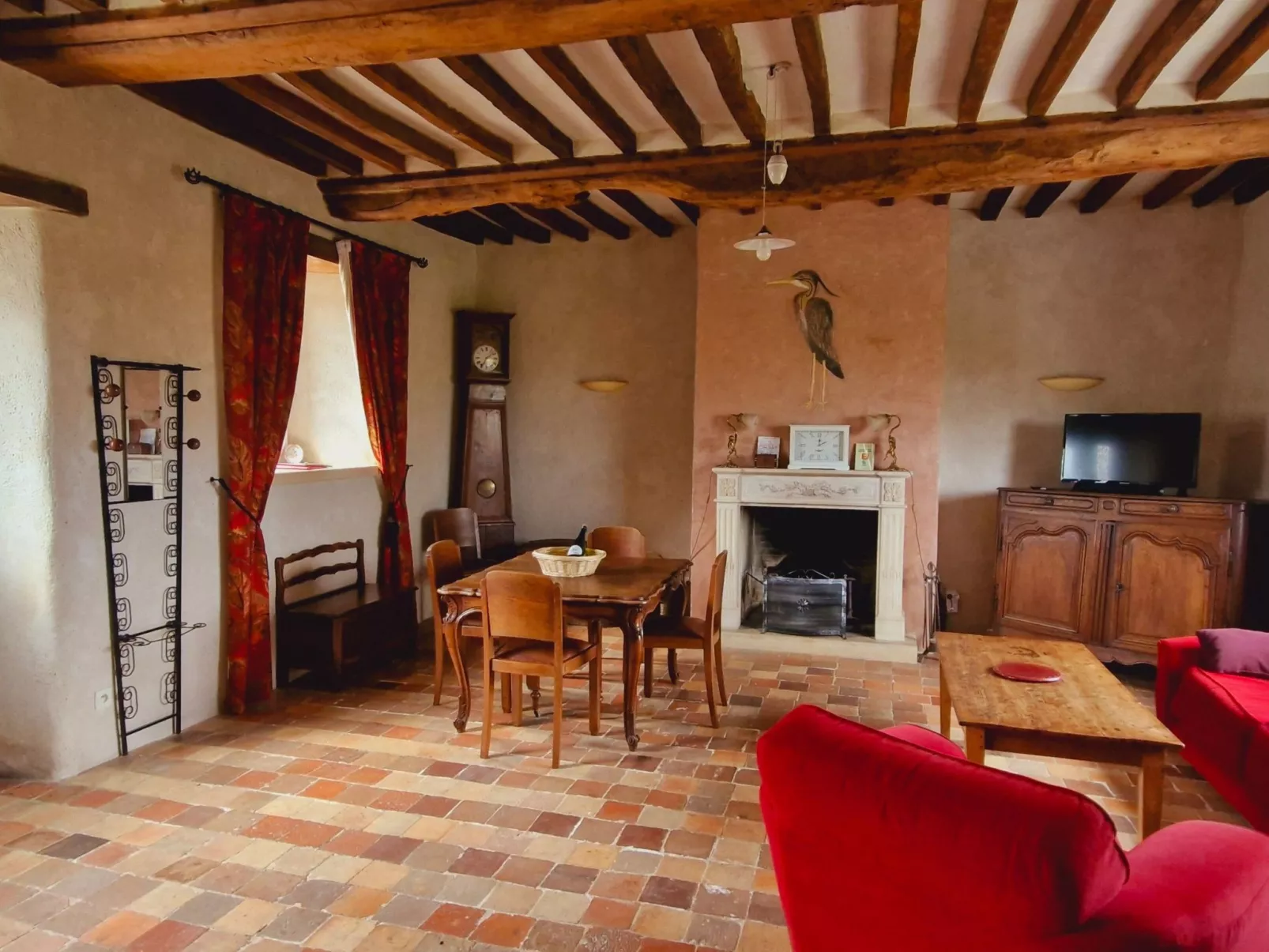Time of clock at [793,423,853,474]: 2:01
